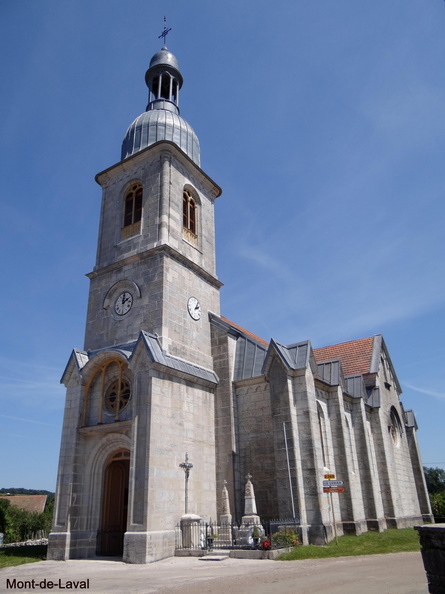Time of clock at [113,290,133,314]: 2:00
